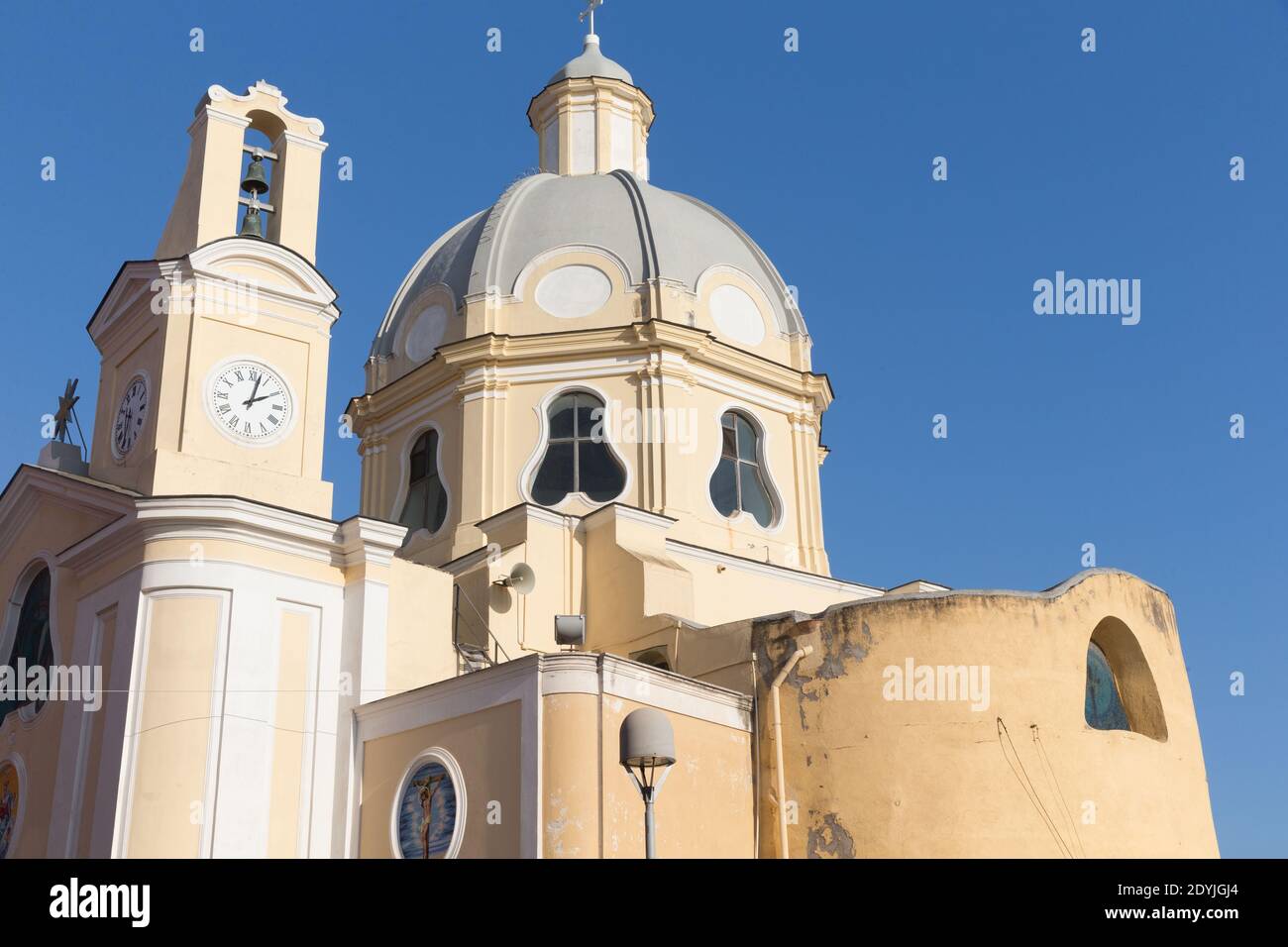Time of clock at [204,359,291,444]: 2:02
